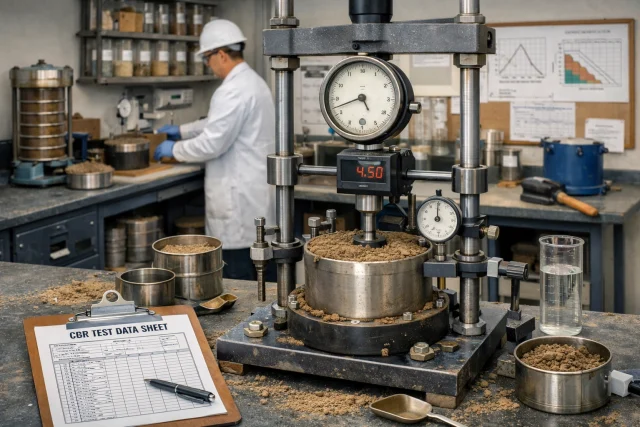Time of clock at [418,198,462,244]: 12:00
